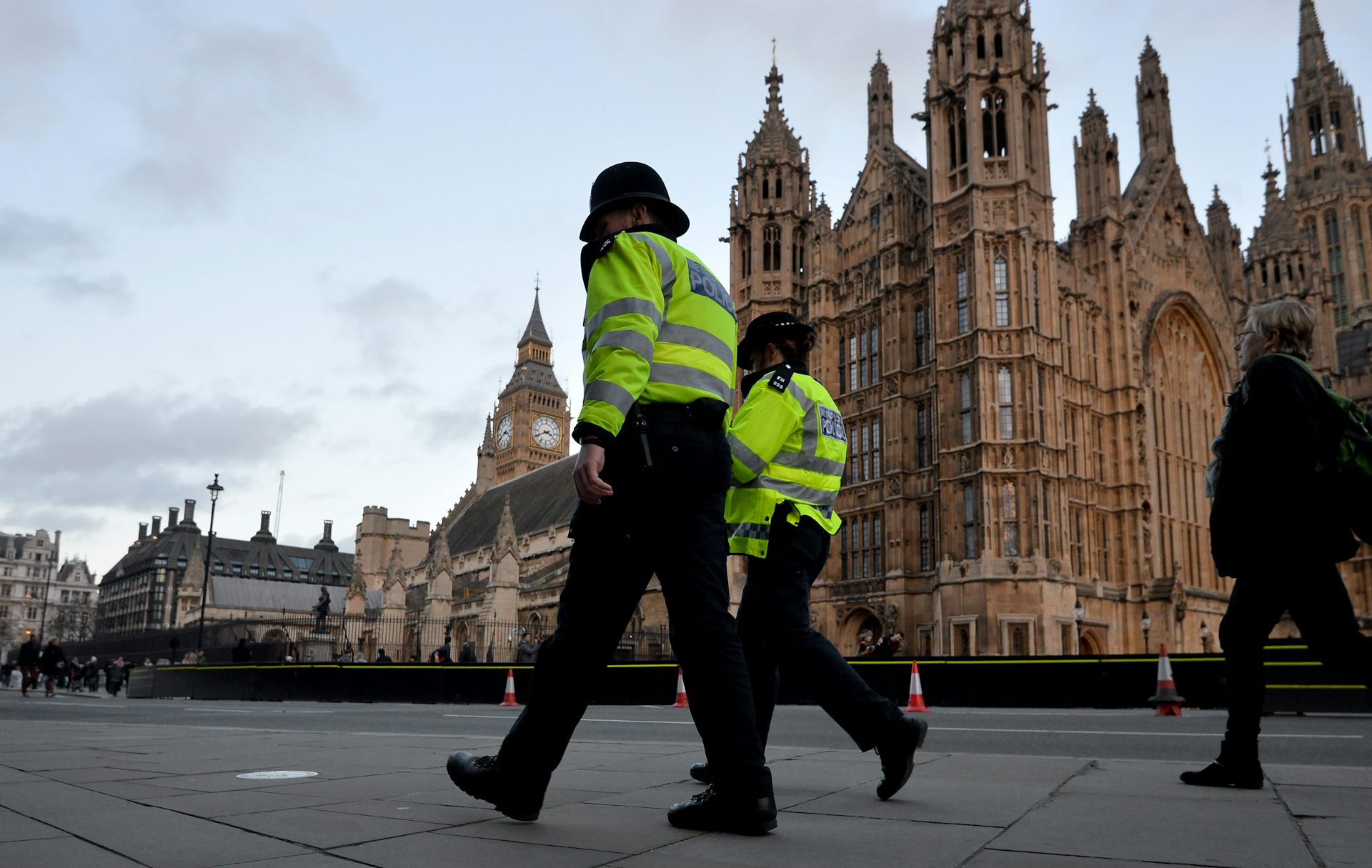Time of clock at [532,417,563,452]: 3:40
